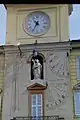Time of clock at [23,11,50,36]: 10:34
